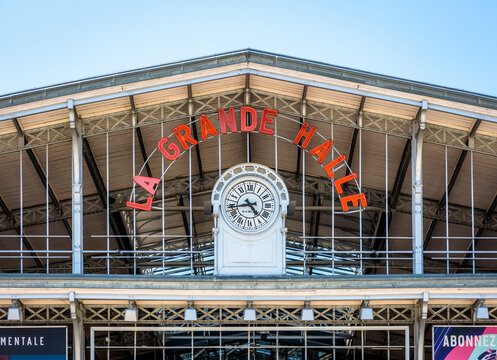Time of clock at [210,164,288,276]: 4:42
